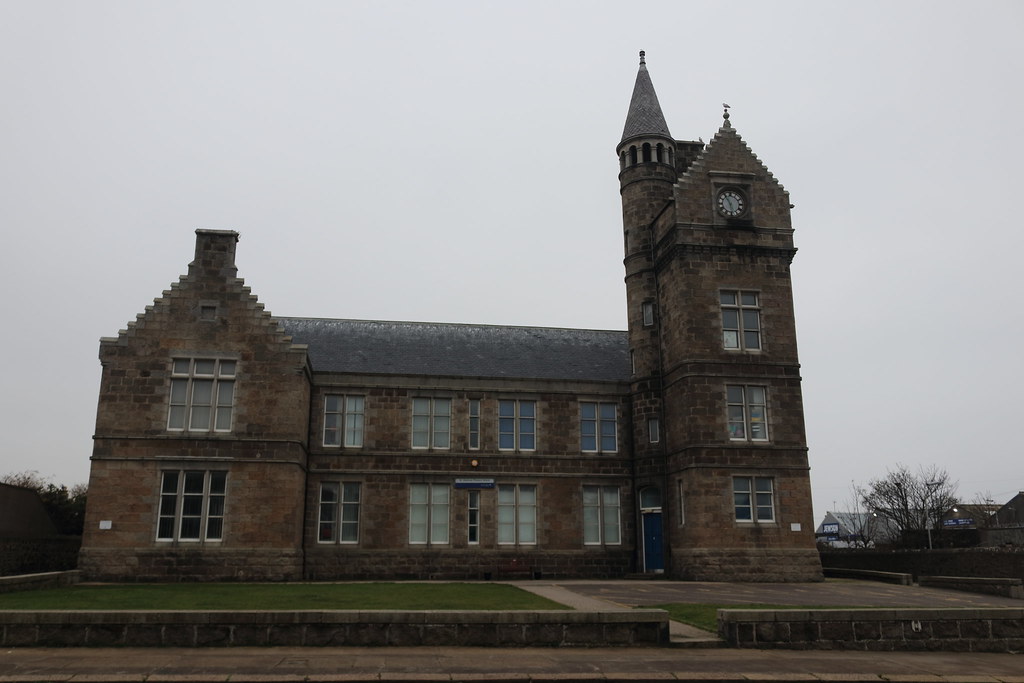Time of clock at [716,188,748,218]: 5:54
